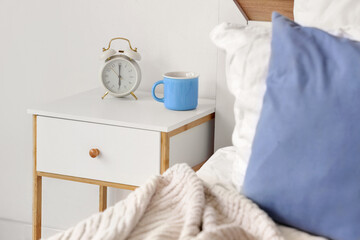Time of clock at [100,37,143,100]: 6:00
